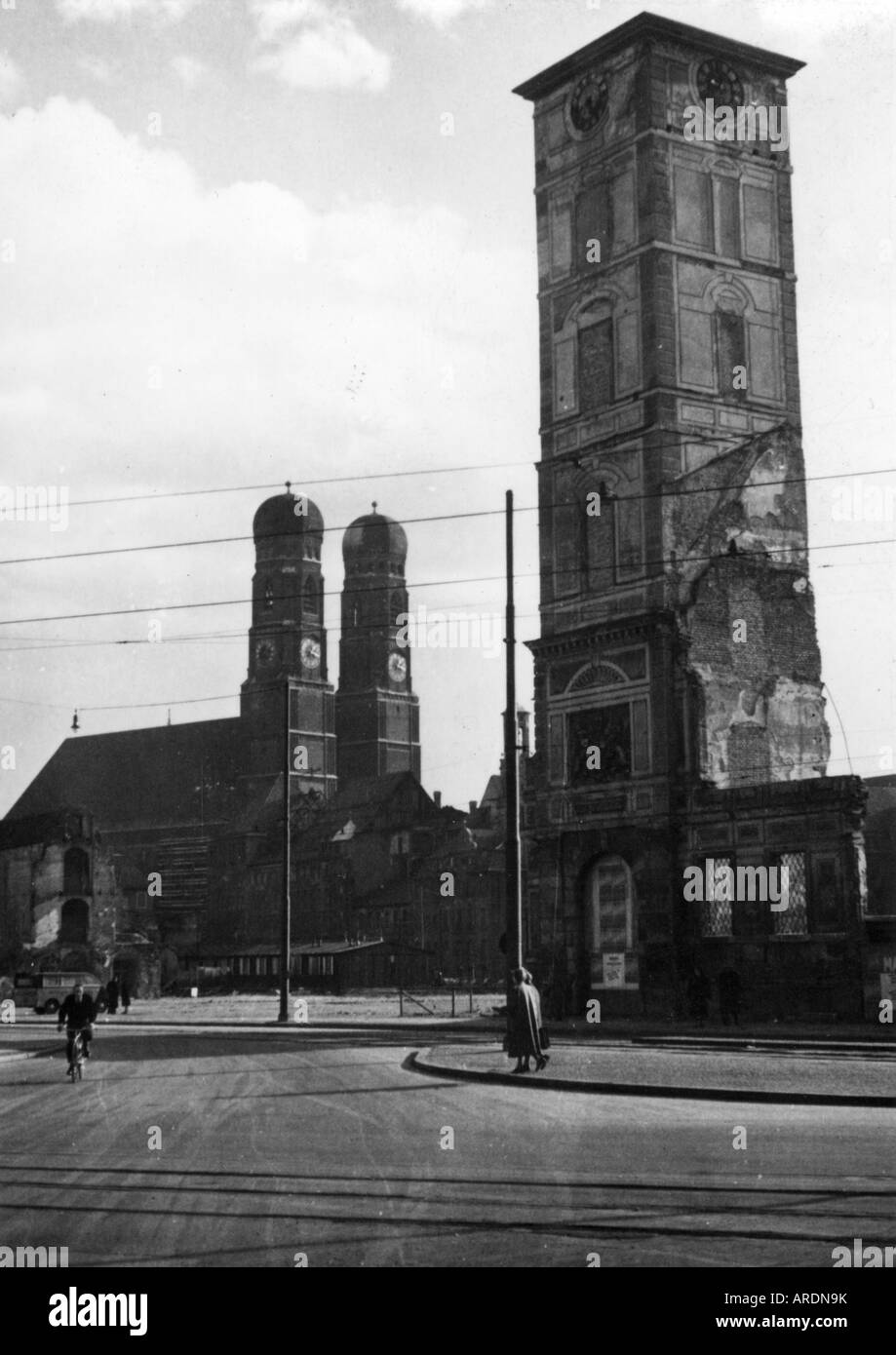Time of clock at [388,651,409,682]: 12:18
